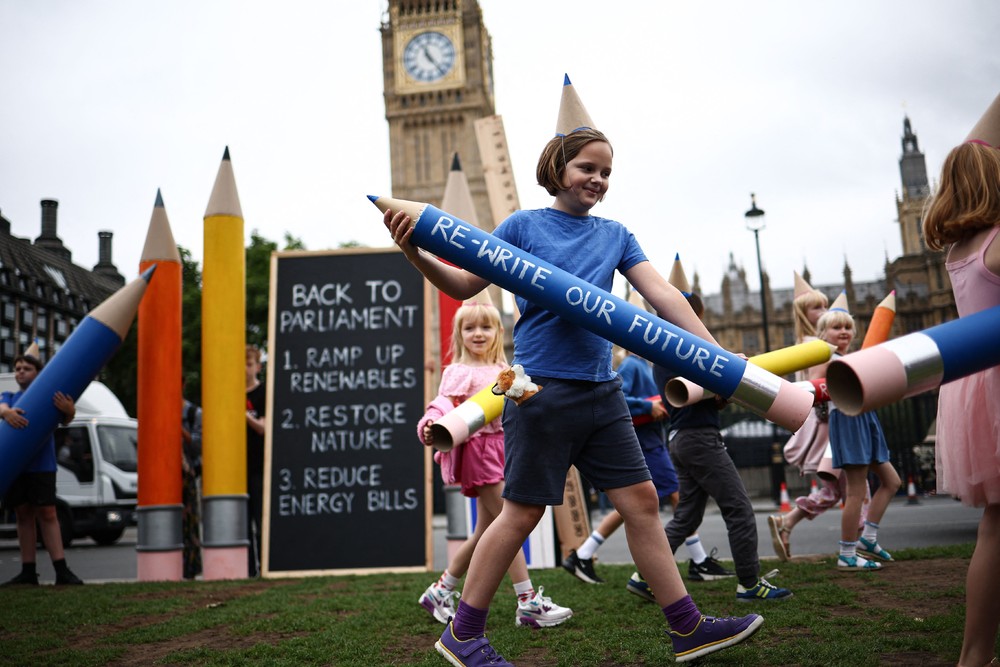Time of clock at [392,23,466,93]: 11:23
